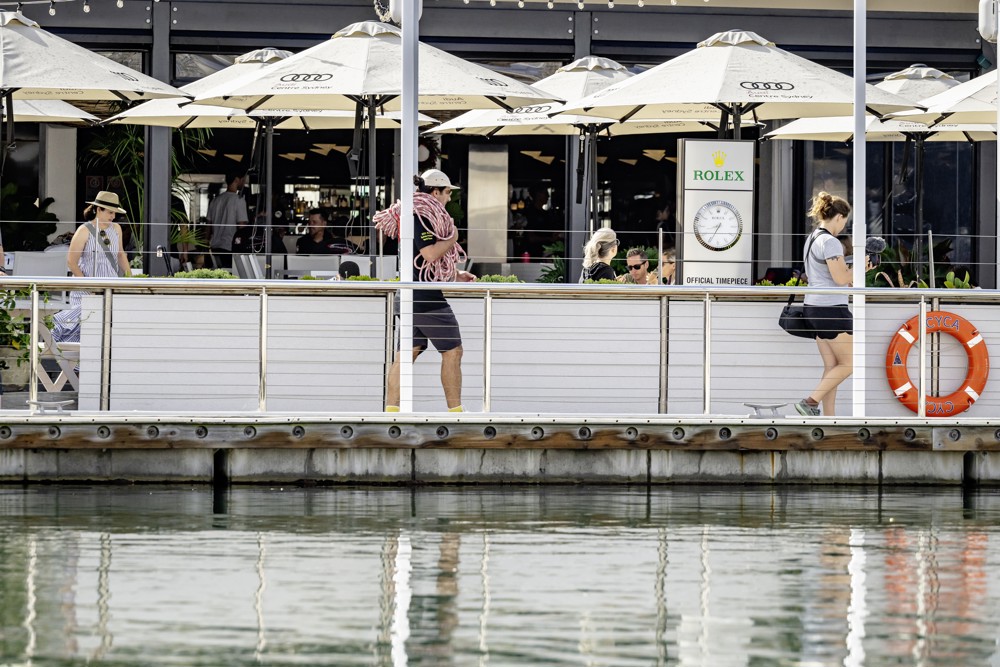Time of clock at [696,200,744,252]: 8:34
